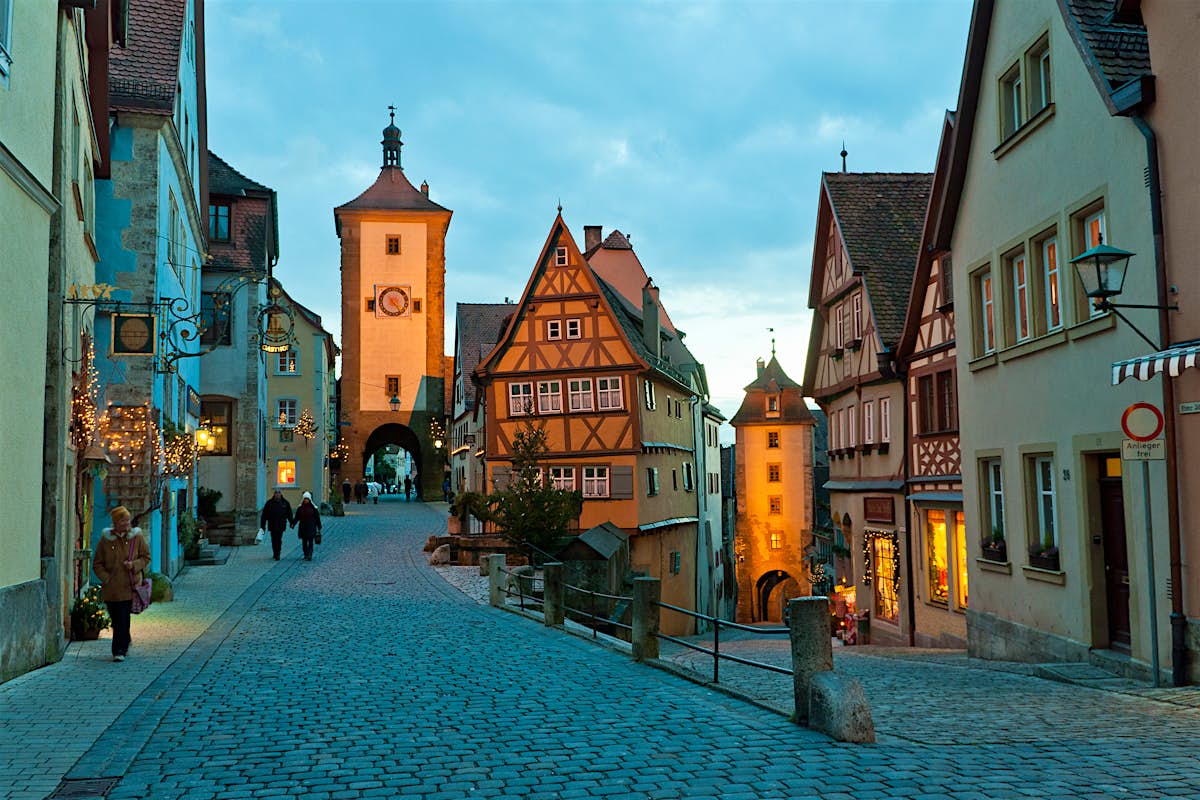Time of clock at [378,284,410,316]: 4:23
